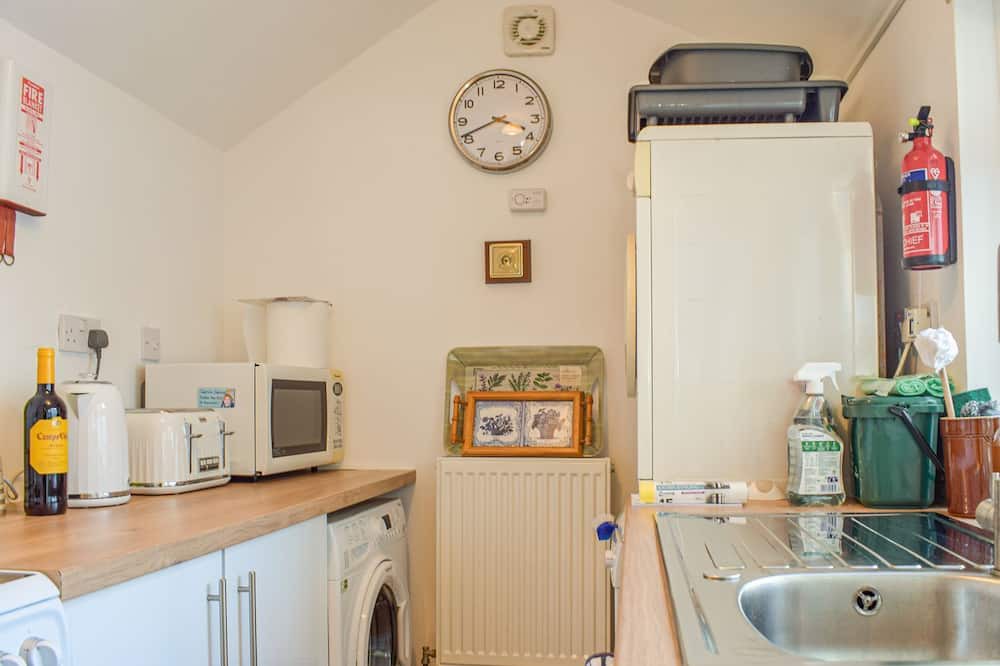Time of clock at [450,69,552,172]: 3:41
